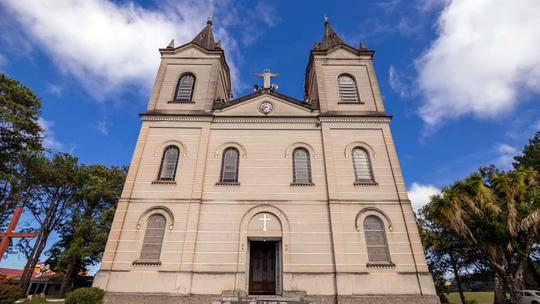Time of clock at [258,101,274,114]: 9:38
